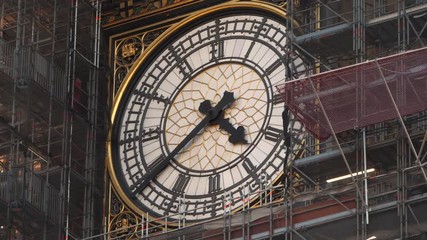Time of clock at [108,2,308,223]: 4:38
